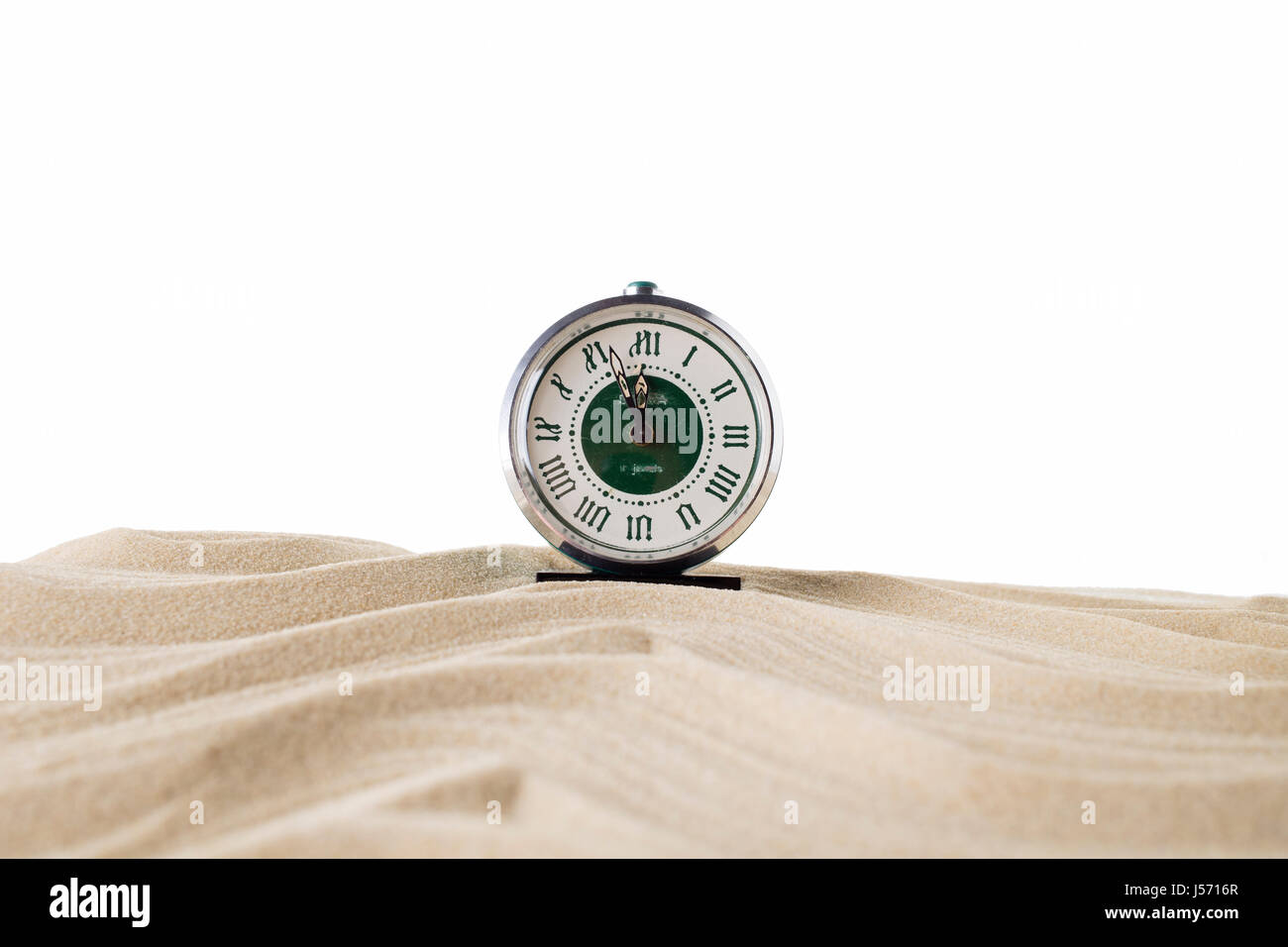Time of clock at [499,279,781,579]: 11:56
